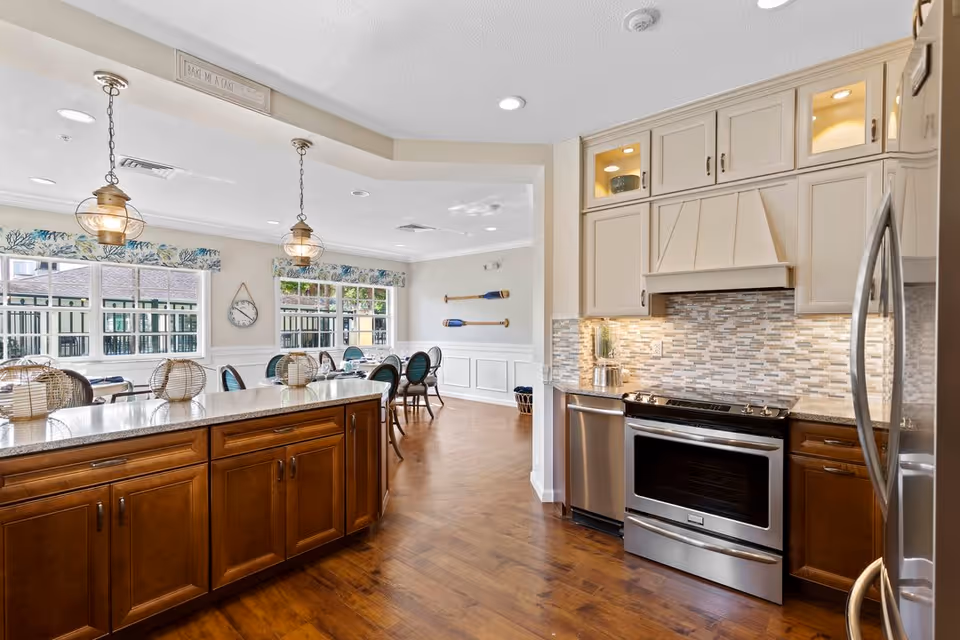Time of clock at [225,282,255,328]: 10:21
